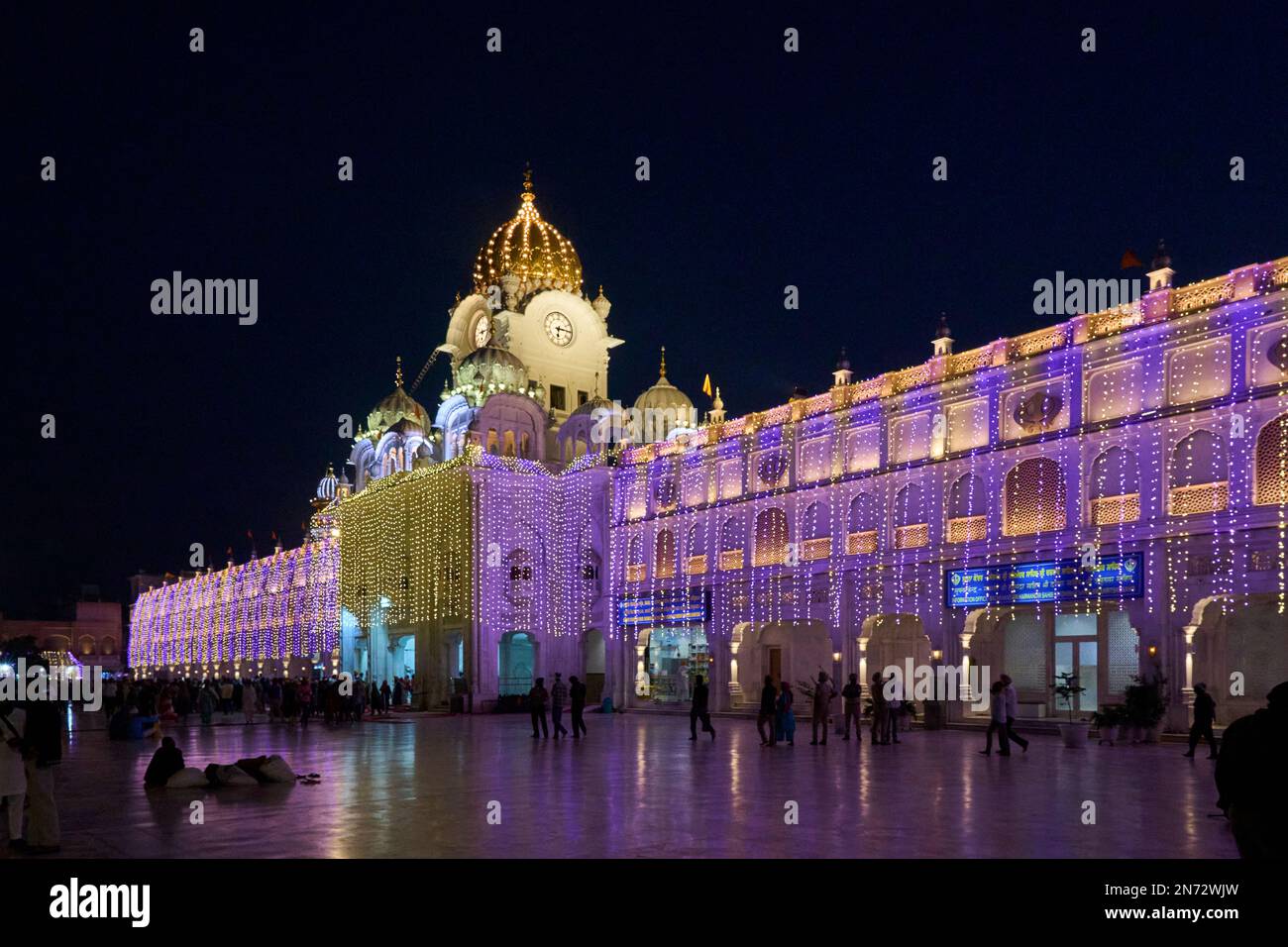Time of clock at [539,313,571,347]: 6:14
